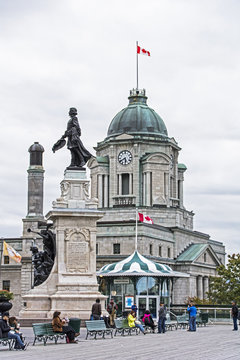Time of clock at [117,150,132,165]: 5:40
